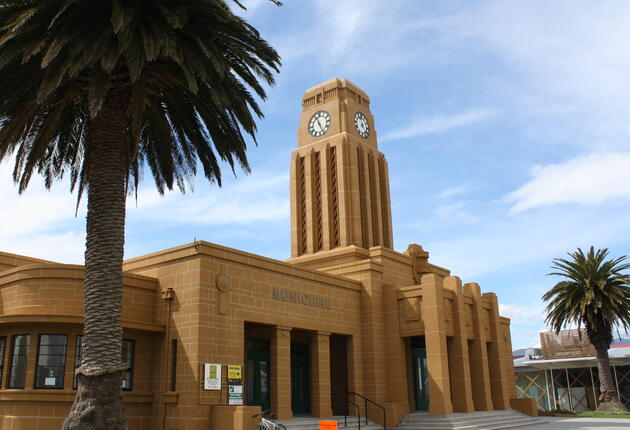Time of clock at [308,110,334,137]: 11:25
